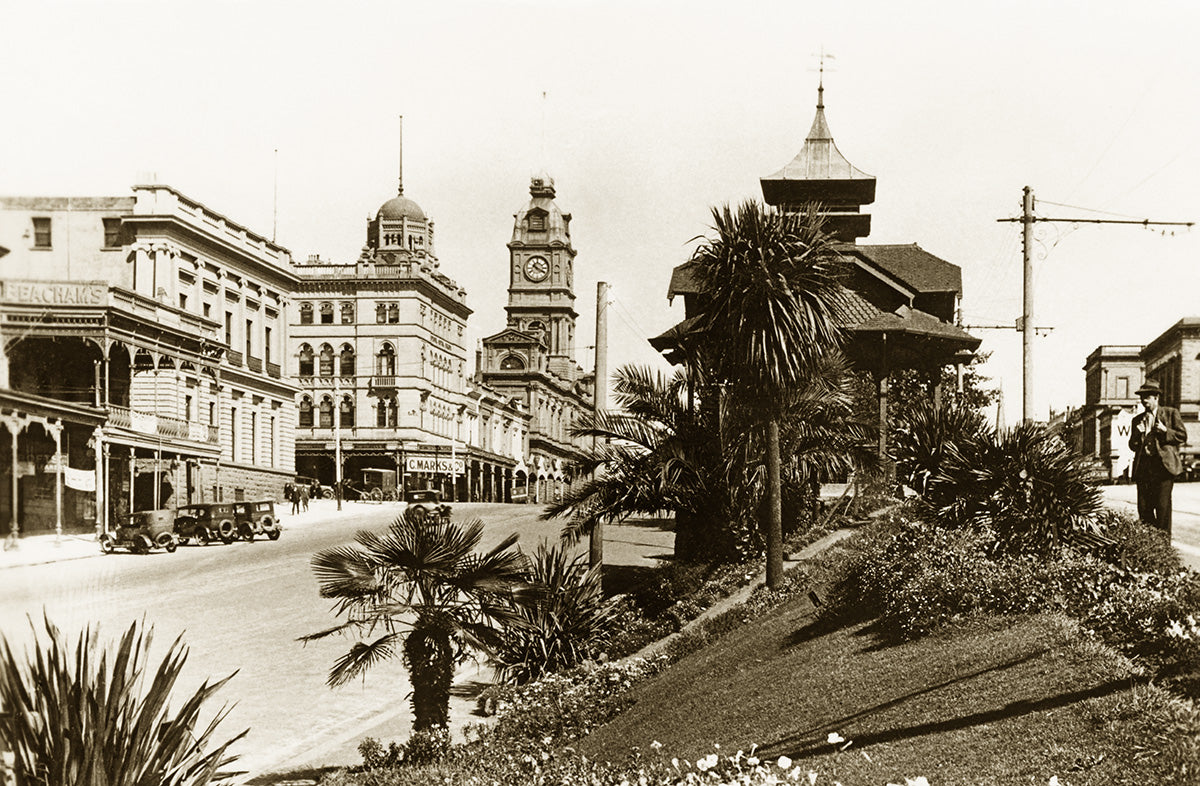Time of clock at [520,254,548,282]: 10:19
